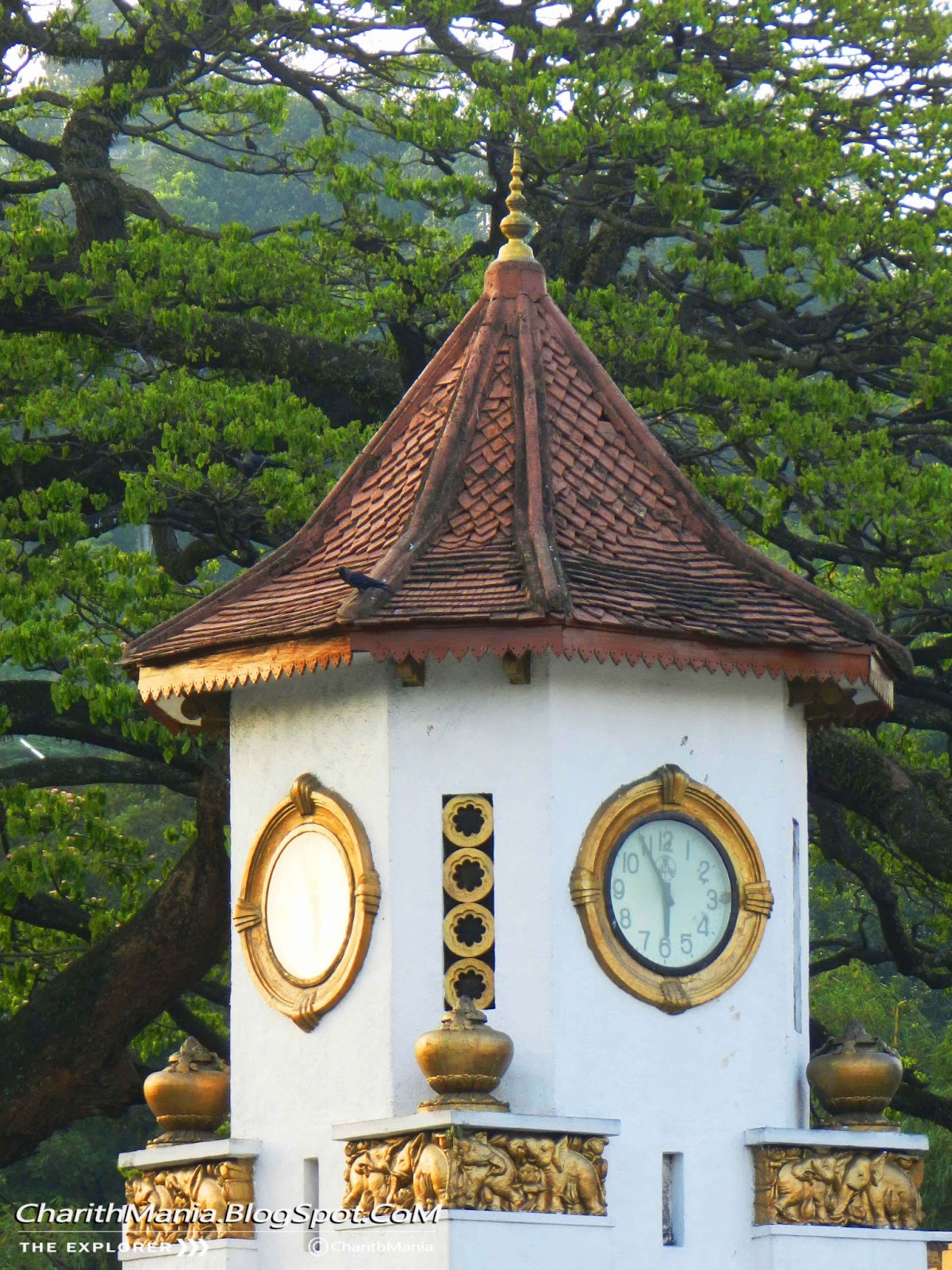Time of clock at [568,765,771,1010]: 5:54
